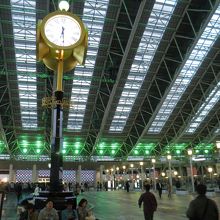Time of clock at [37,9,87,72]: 6:29
